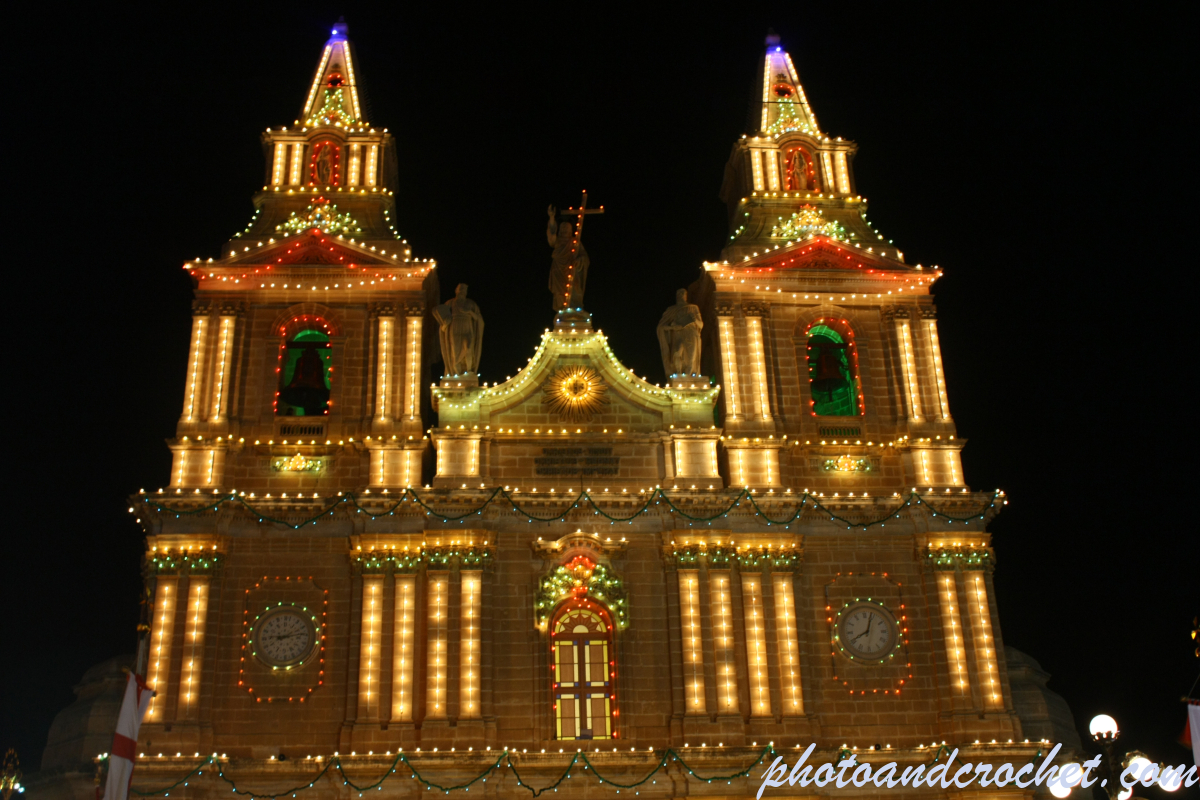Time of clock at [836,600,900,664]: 8:03
